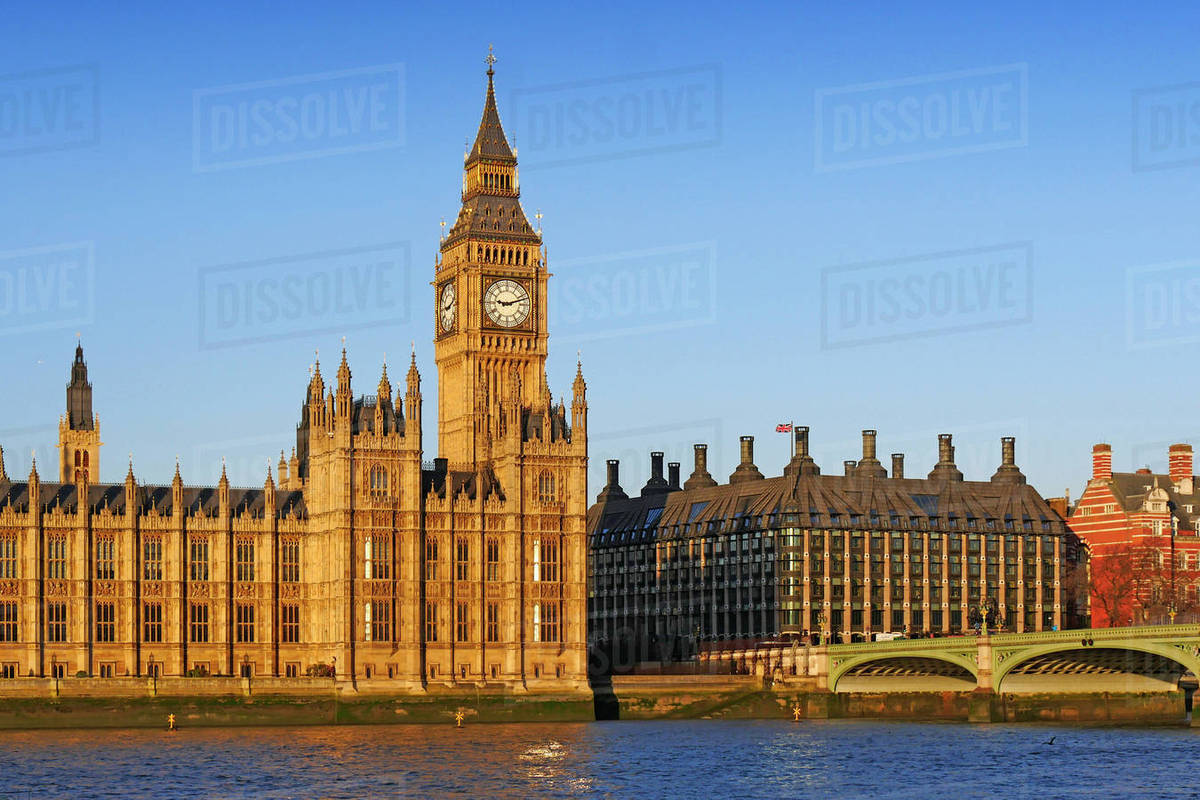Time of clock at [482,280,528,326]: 9:12
